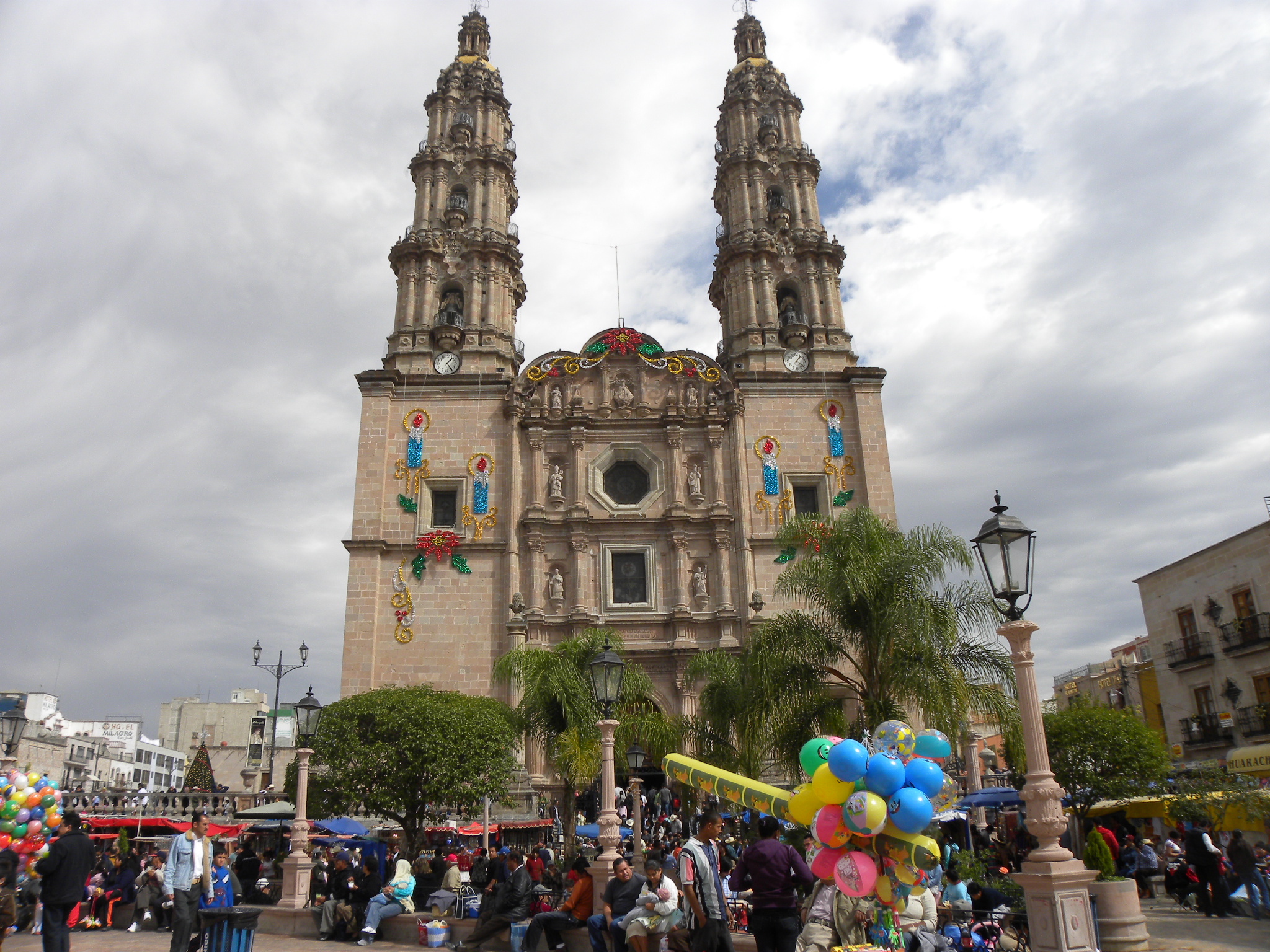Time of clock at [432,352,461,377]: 1:24
